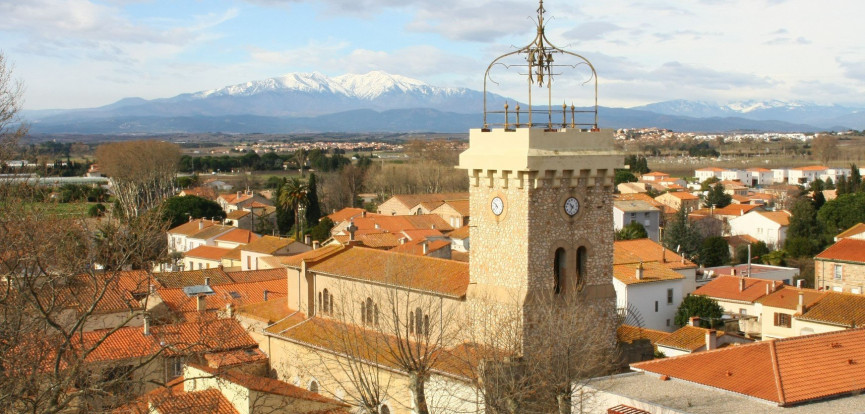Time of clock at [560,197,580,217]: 10:34
